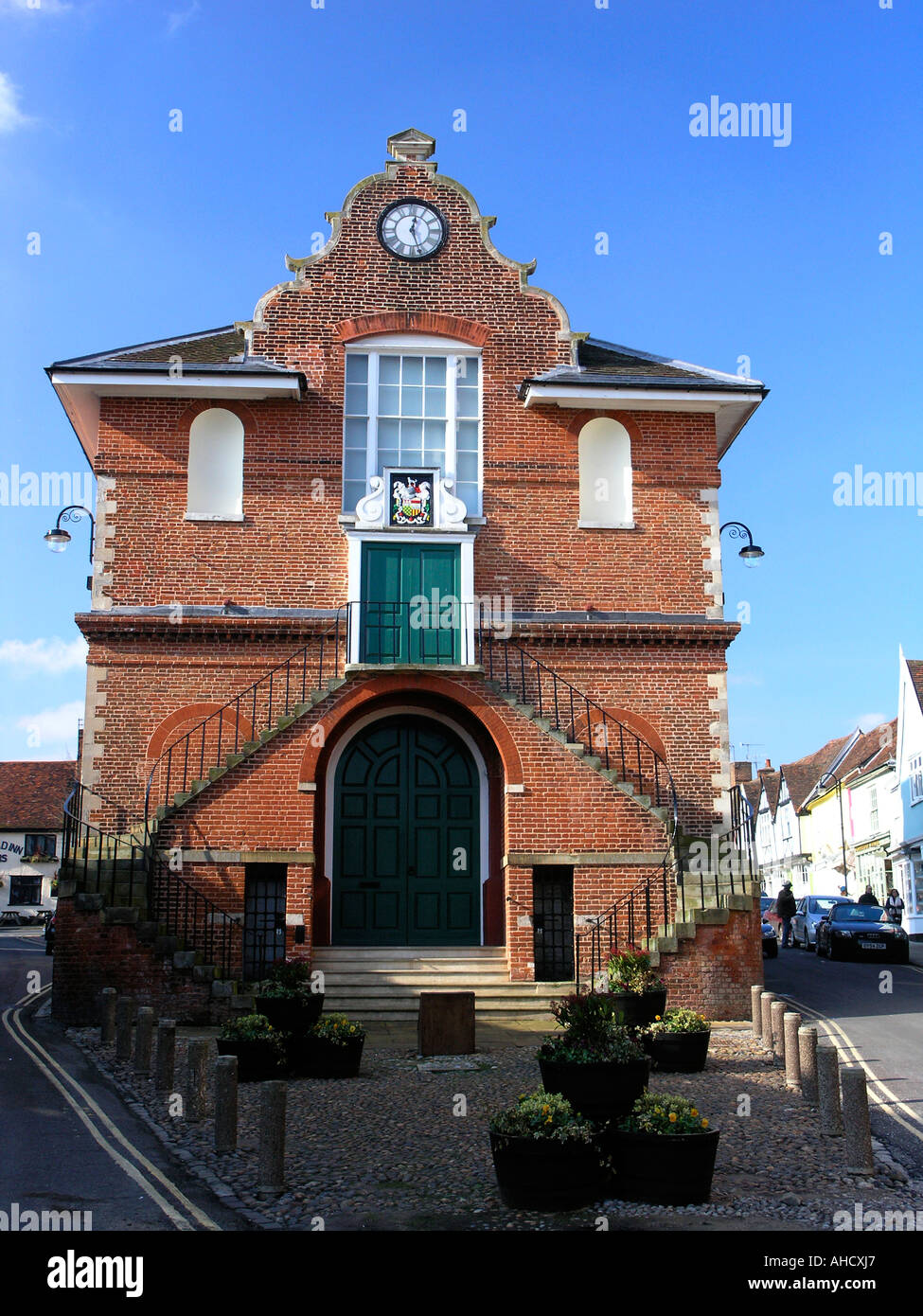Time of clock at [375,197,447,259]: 12:26
